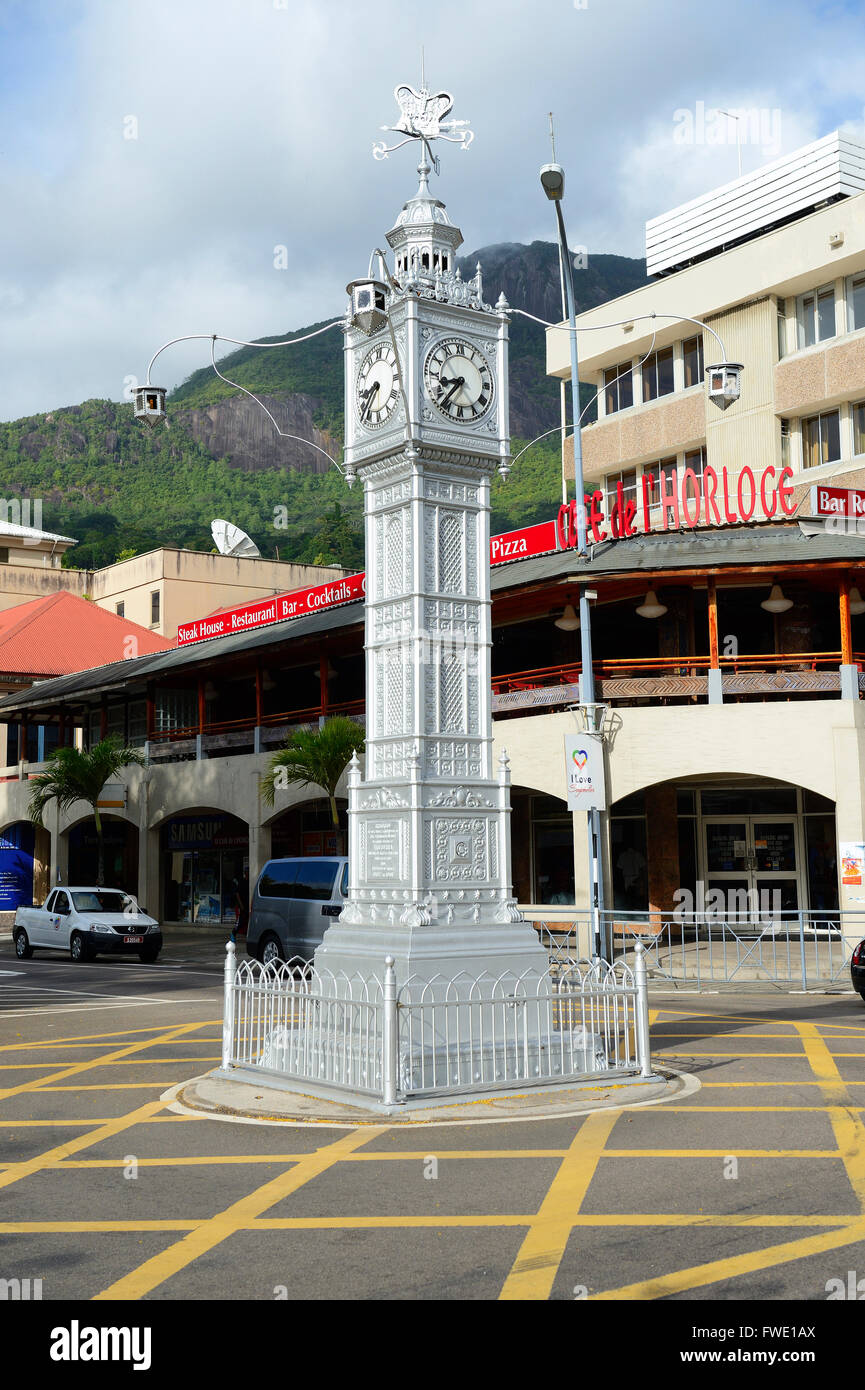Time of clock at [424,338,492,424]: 8:36
